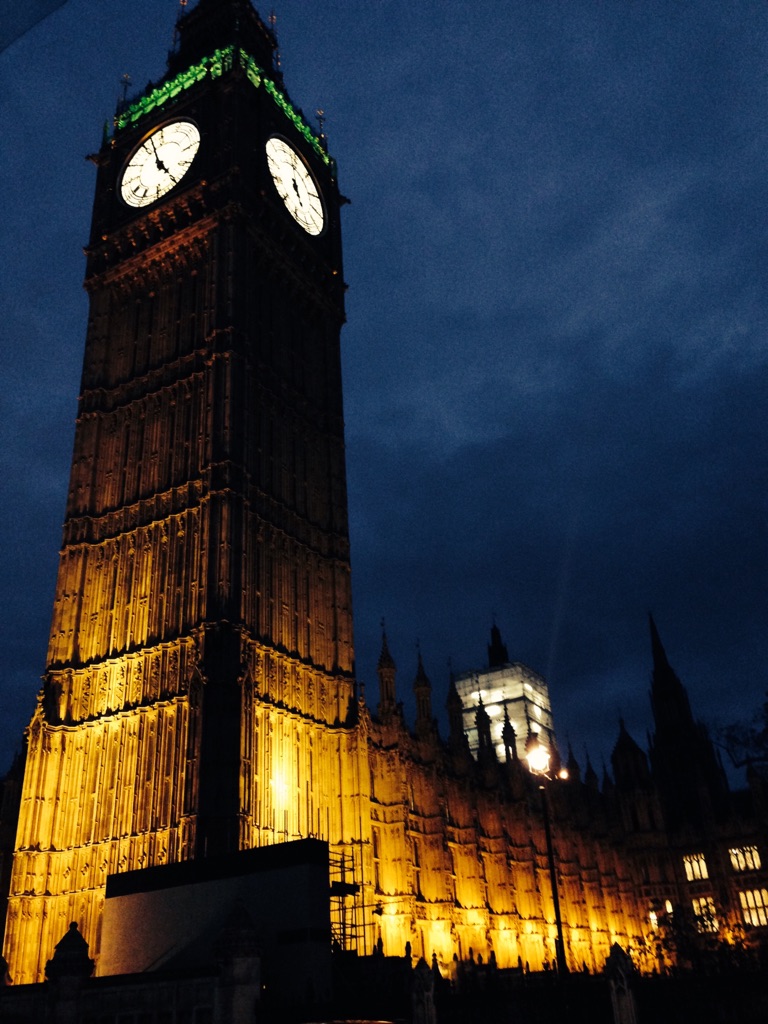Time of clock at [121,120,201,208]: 4:57
